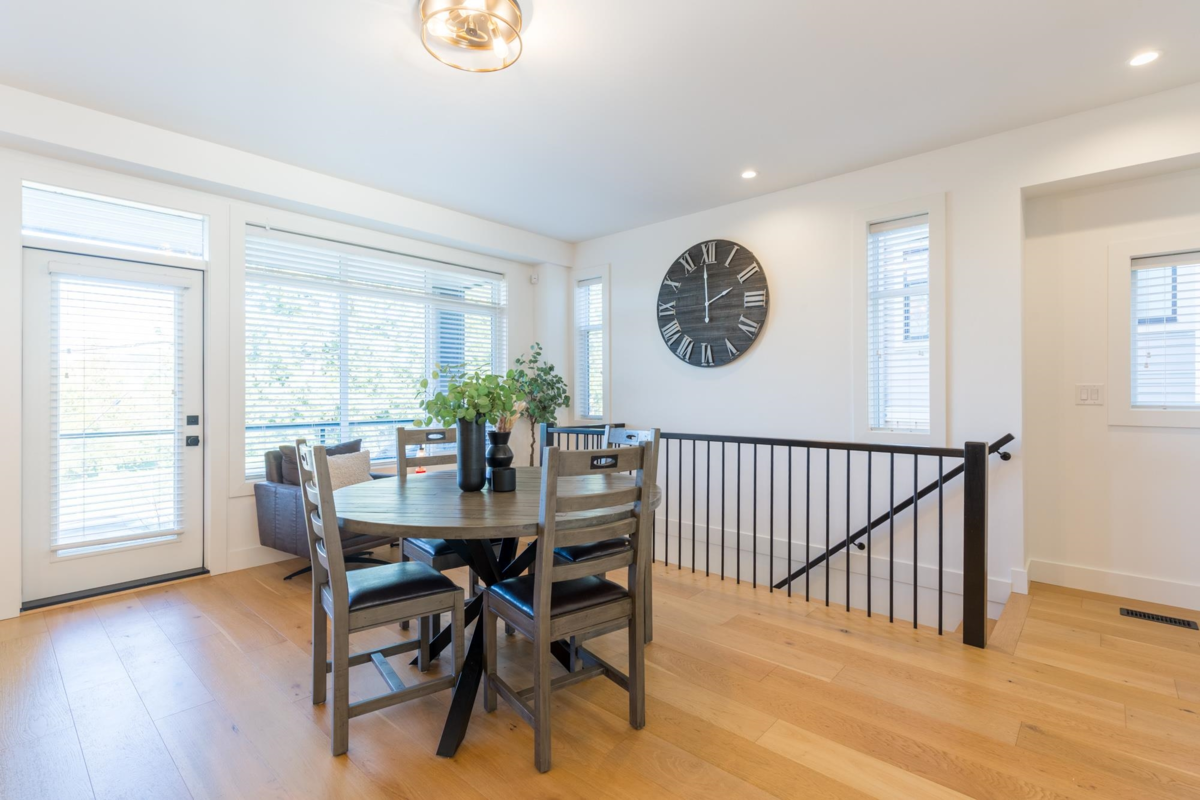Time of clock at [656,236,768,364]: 1:59
